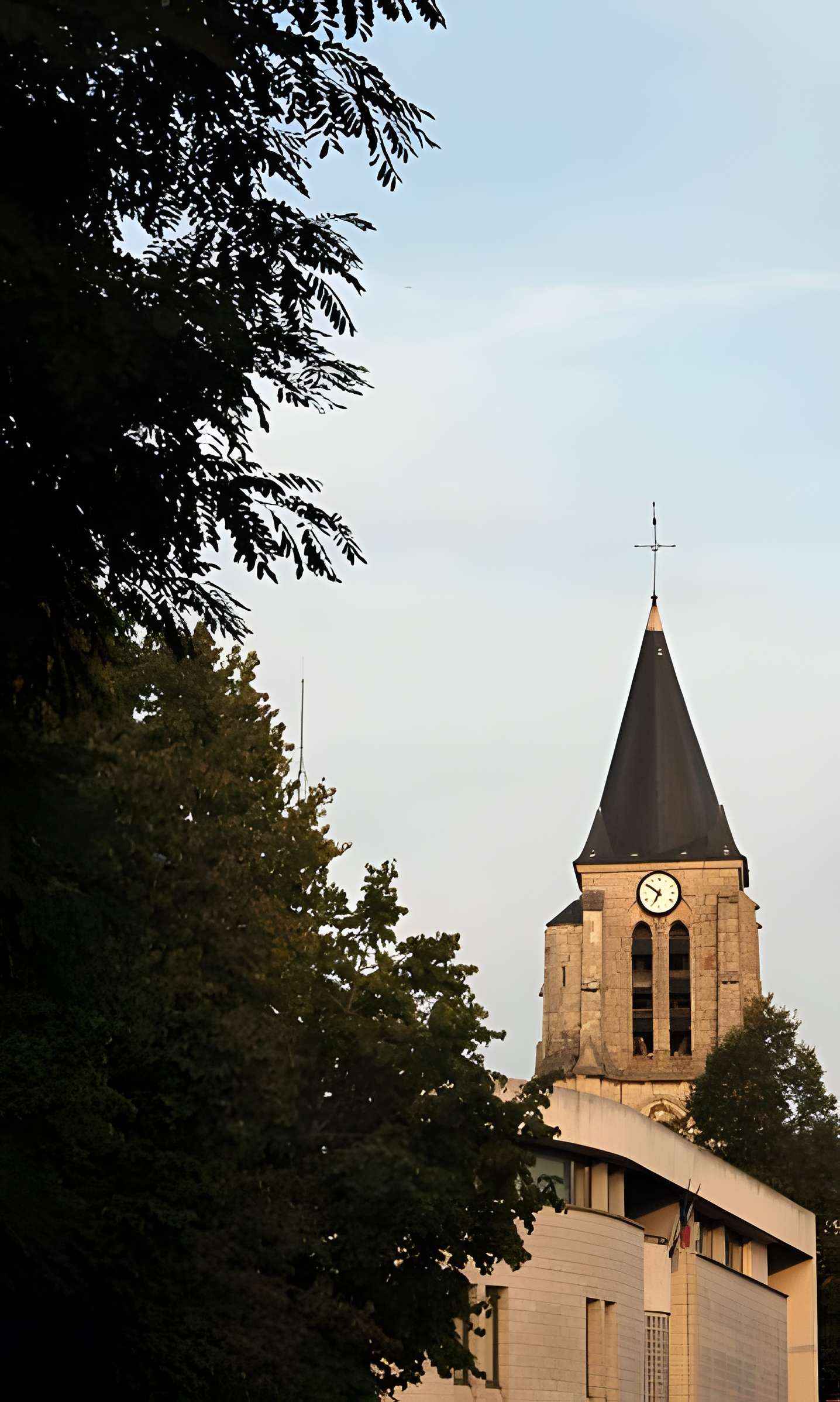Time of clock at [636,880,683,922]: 6:50
